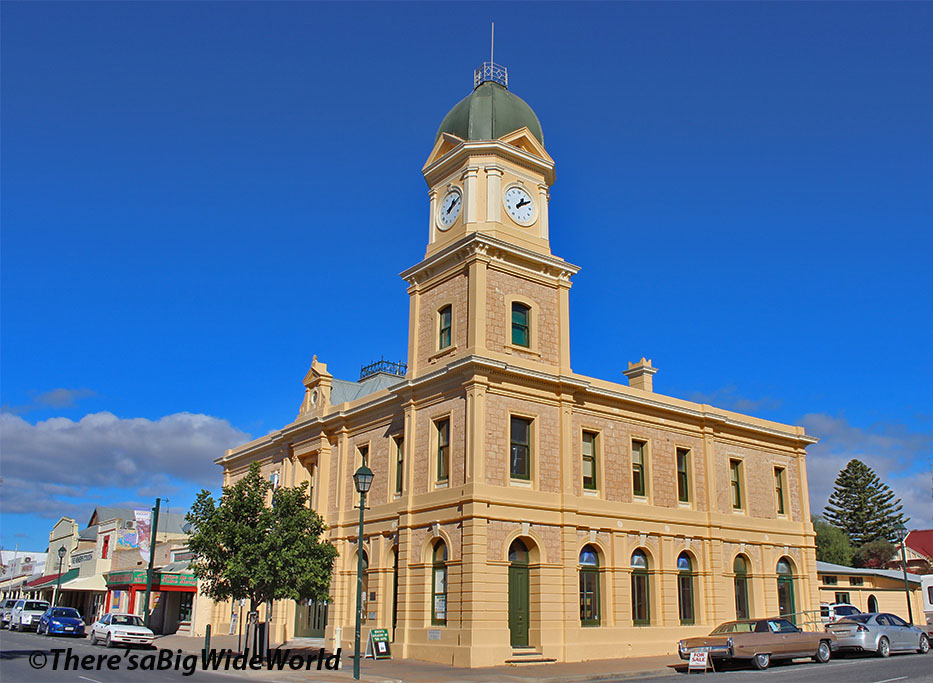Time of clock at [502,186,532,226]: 1:10
